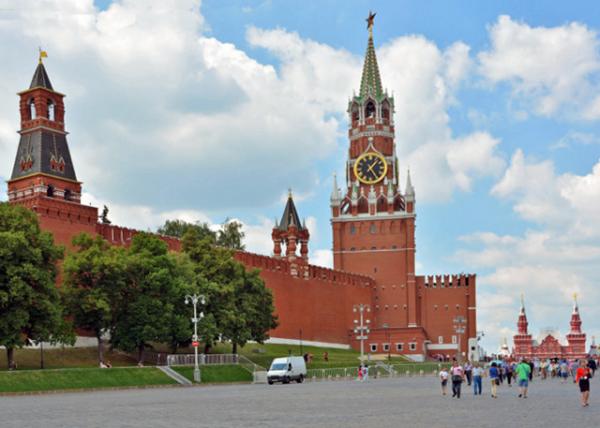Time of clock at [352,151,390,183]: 1:24
